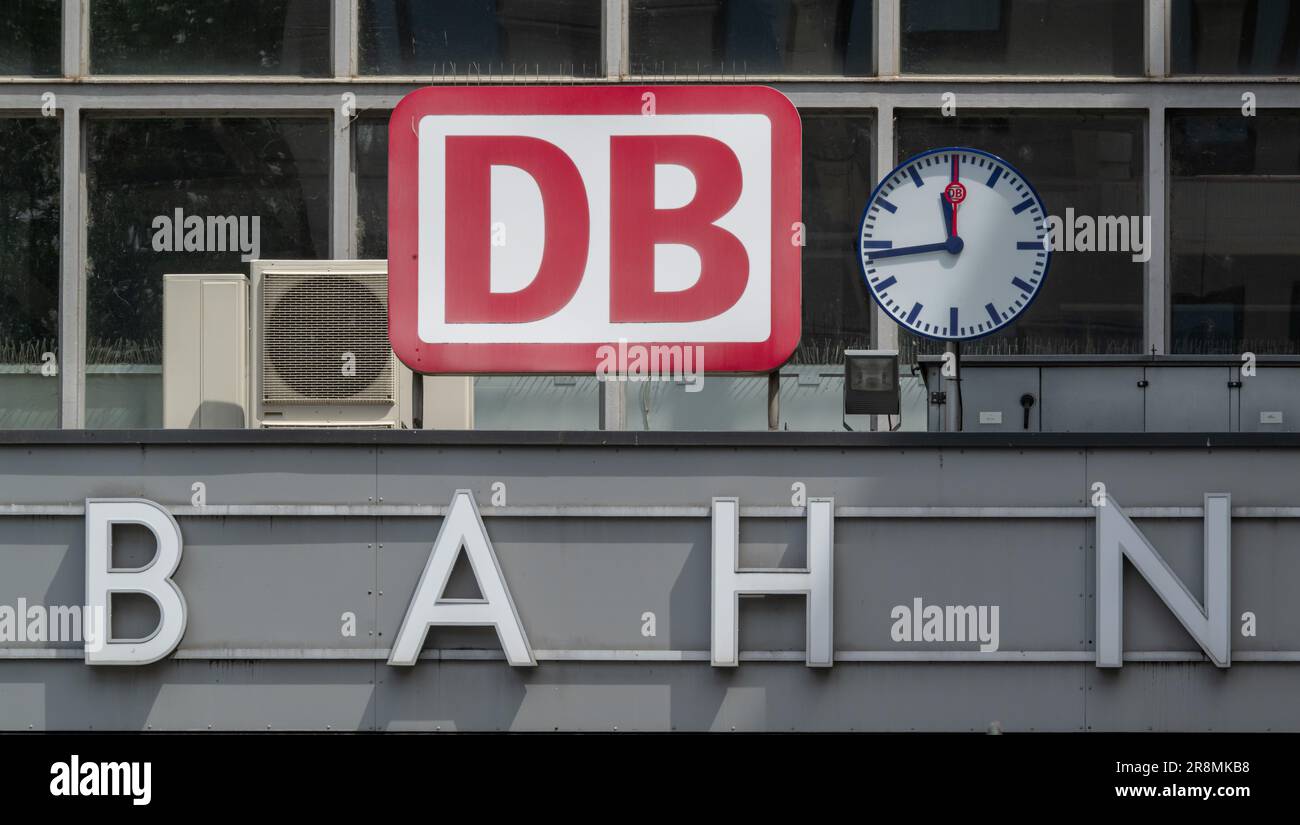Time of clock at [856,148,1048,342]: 11:43
